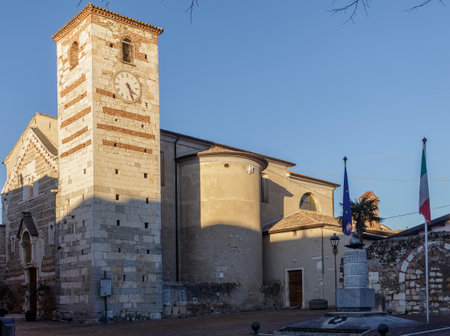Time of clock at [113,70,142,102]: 4:26
